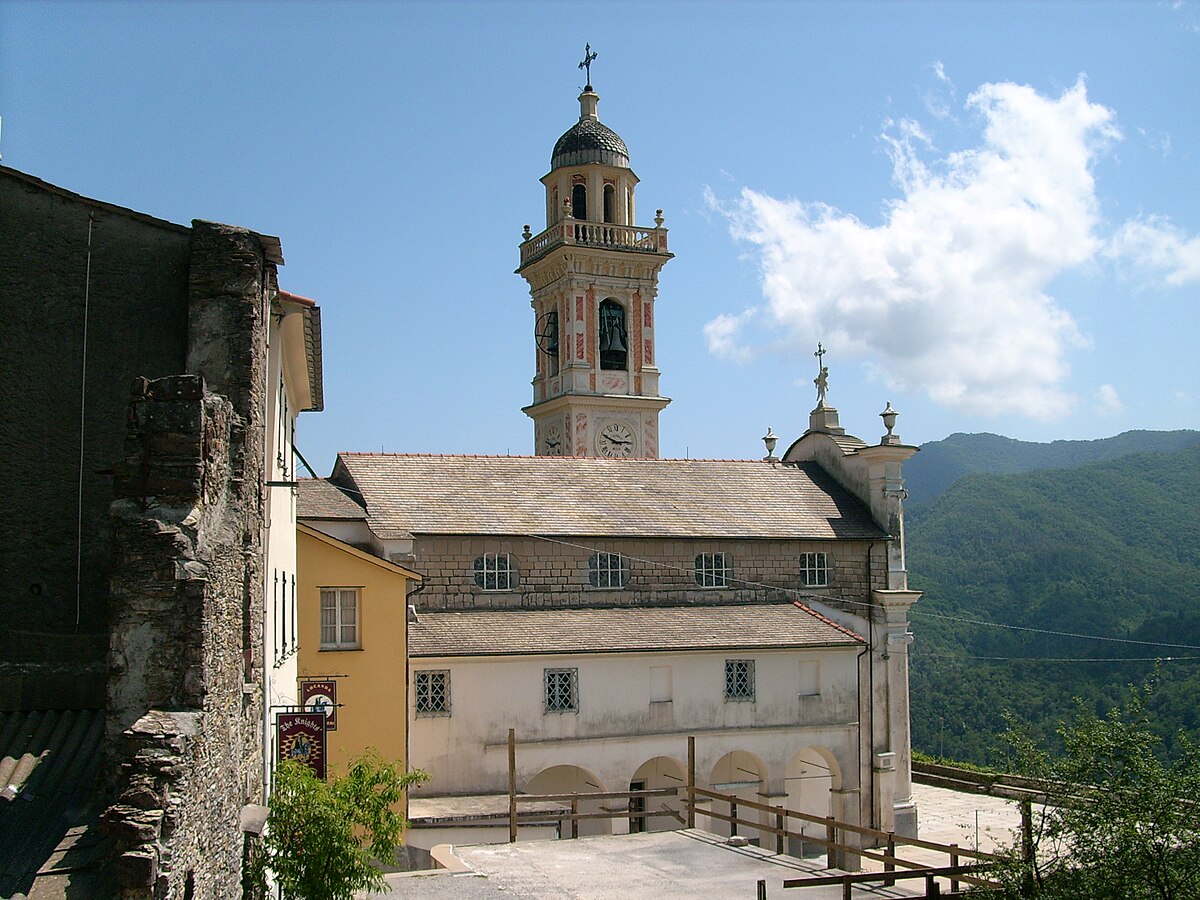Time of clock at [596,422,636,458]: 2:49
